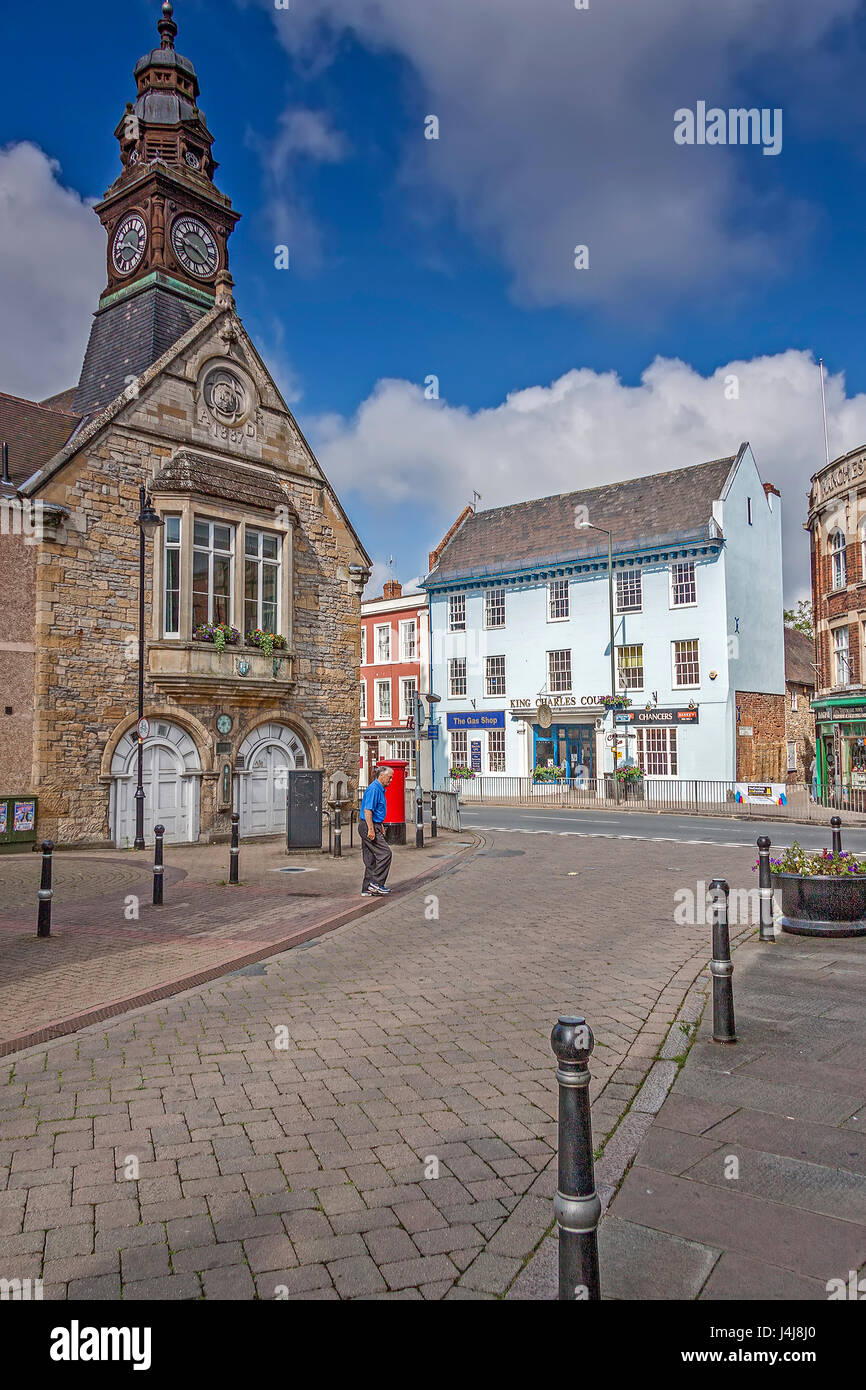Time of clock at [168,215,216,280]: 9:20
